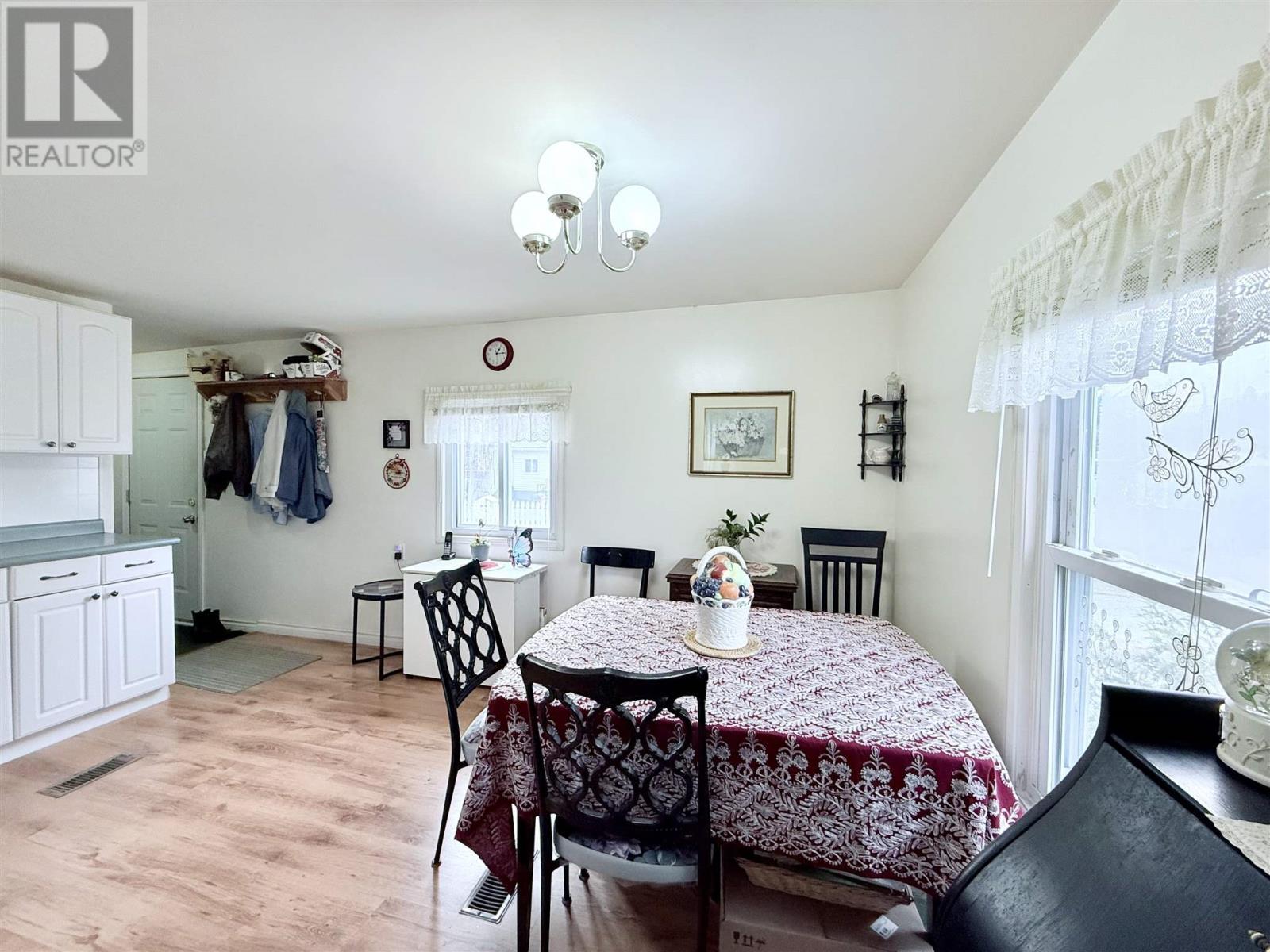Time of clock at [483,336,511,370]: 1:14
